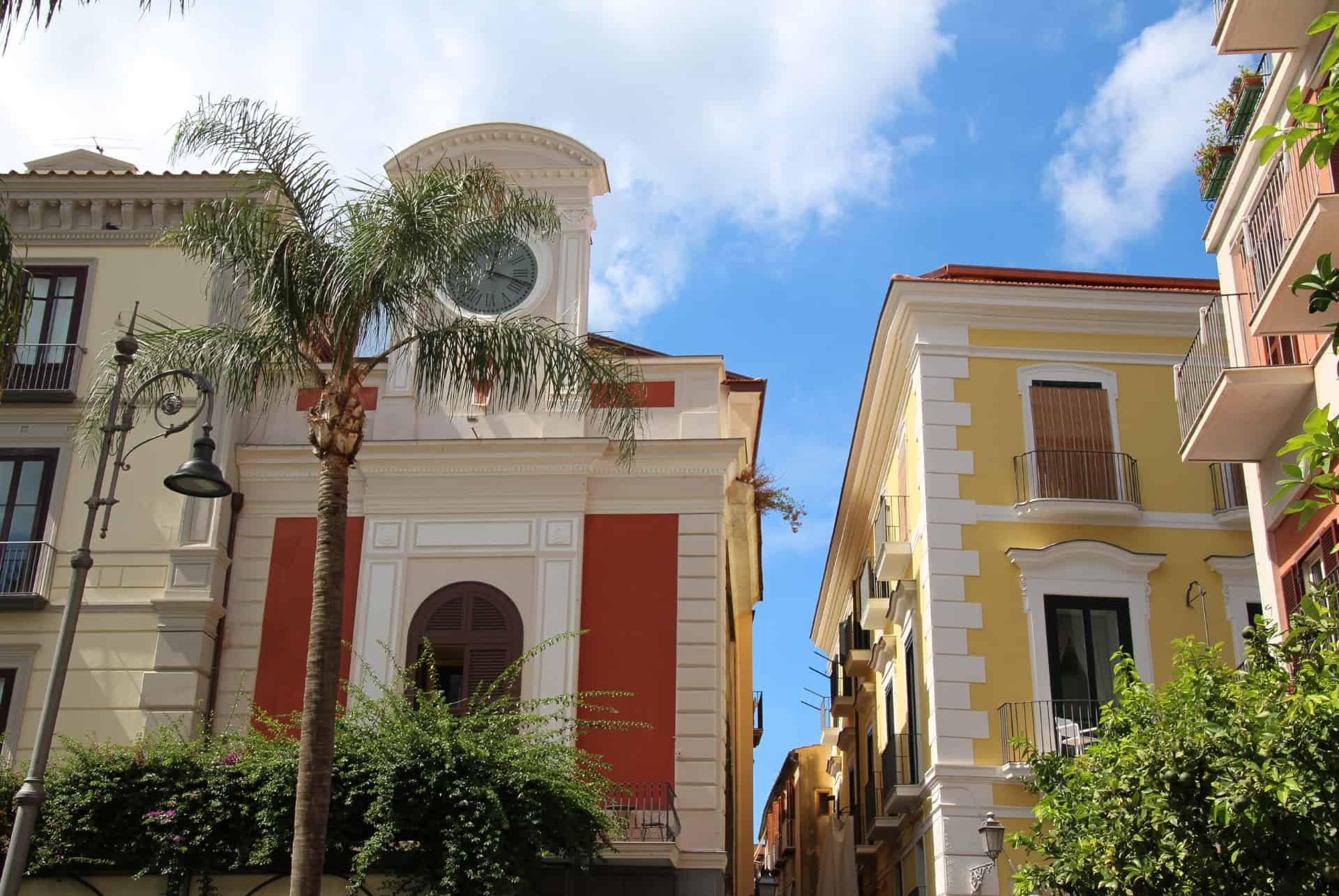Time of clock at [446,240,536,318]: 12:17
